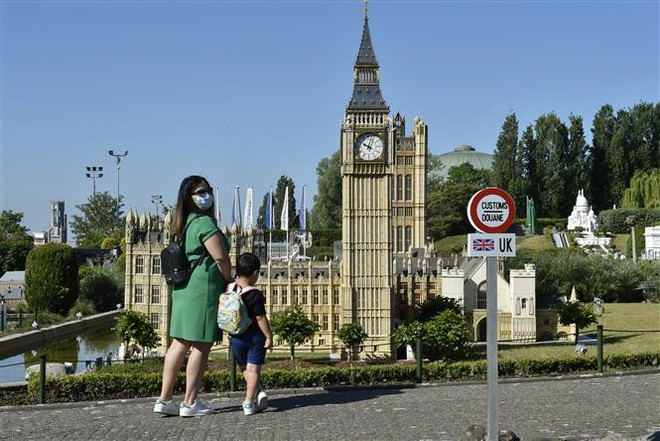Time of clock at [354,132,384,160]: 10:02
